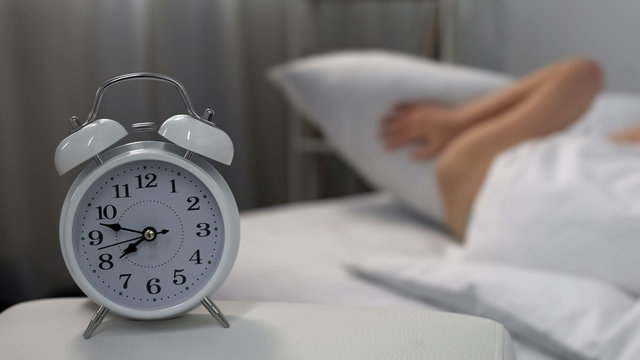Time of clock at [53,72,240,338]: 7:47
